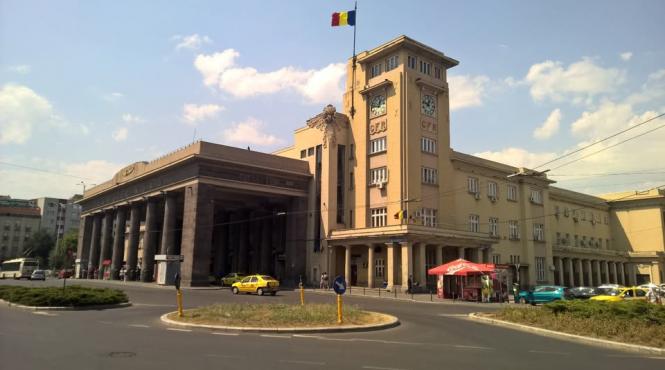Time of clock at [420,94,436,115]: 12:47
